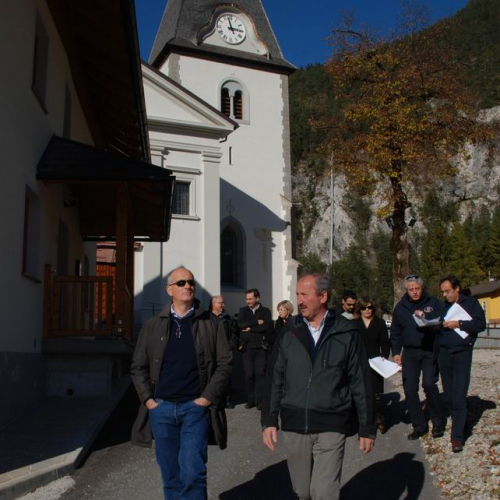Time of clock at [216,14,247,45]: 2:57
